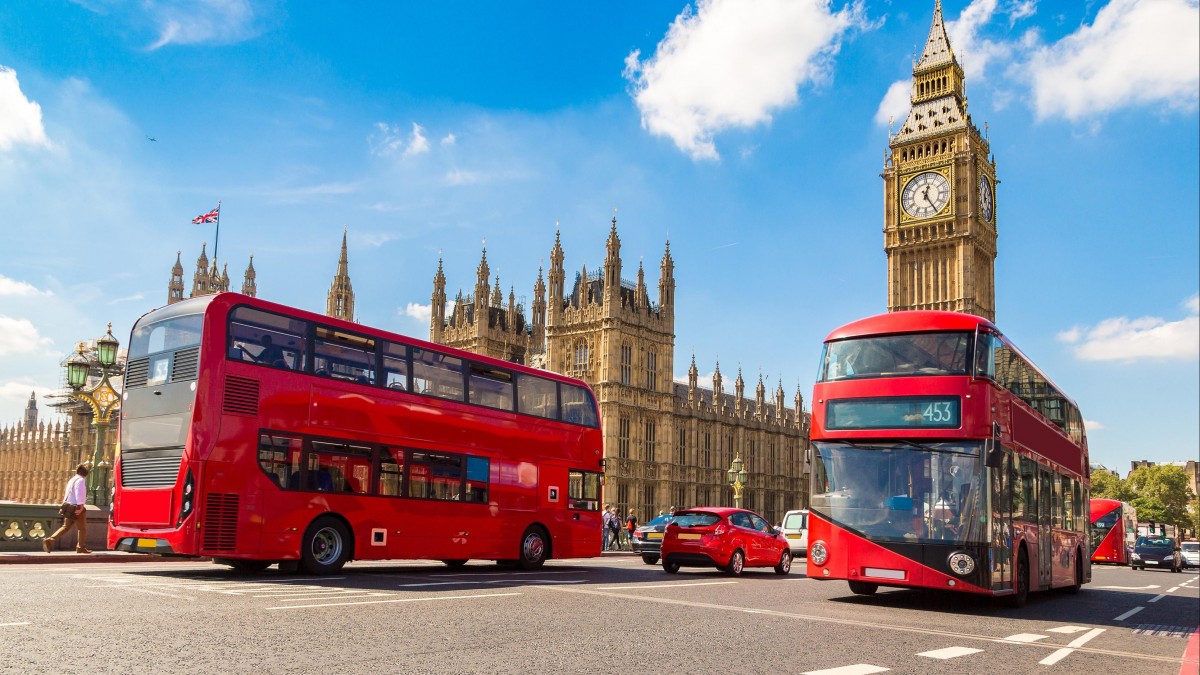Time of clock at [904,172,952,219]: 12:24
